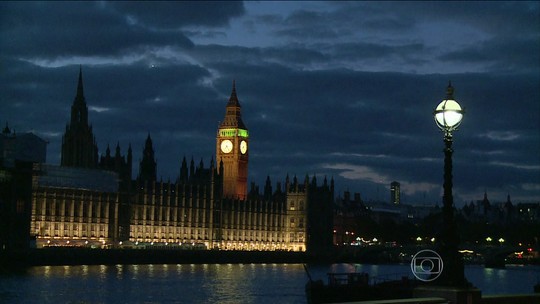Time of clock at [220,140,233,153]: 7:24
